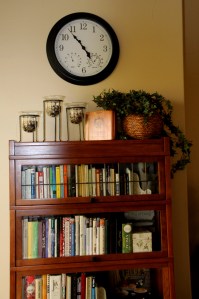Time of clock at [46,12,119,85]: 4:53
